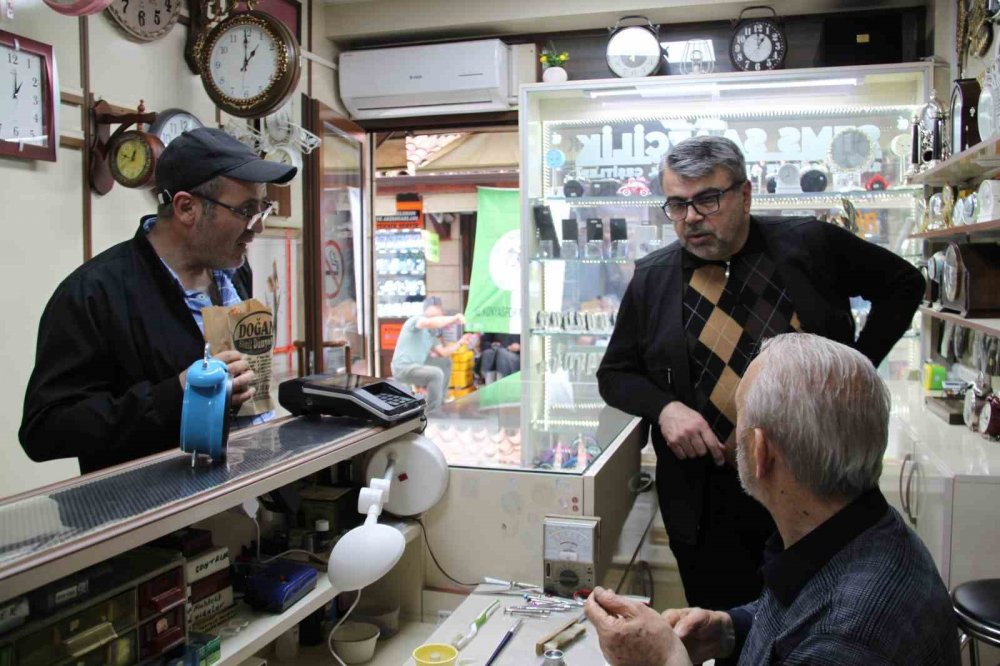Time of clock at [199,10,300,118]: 12:59
